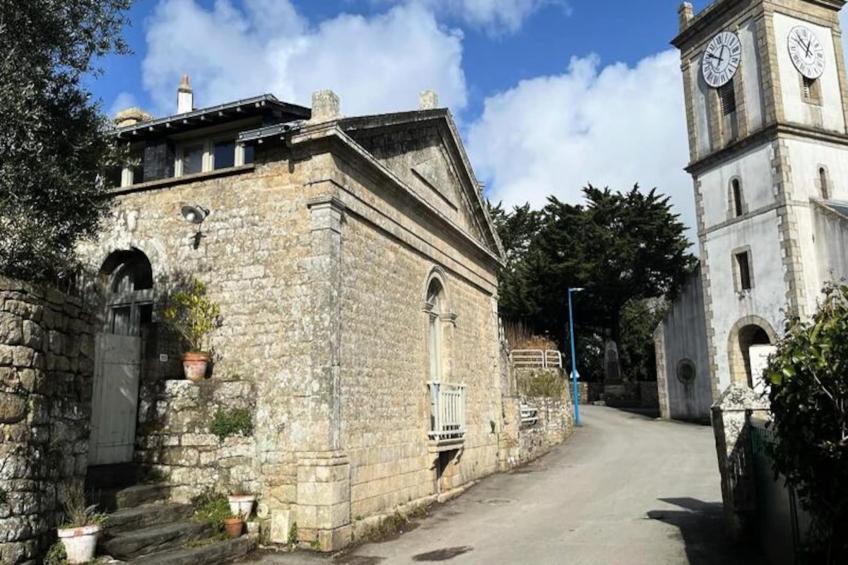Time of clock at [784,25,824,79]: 12:53
